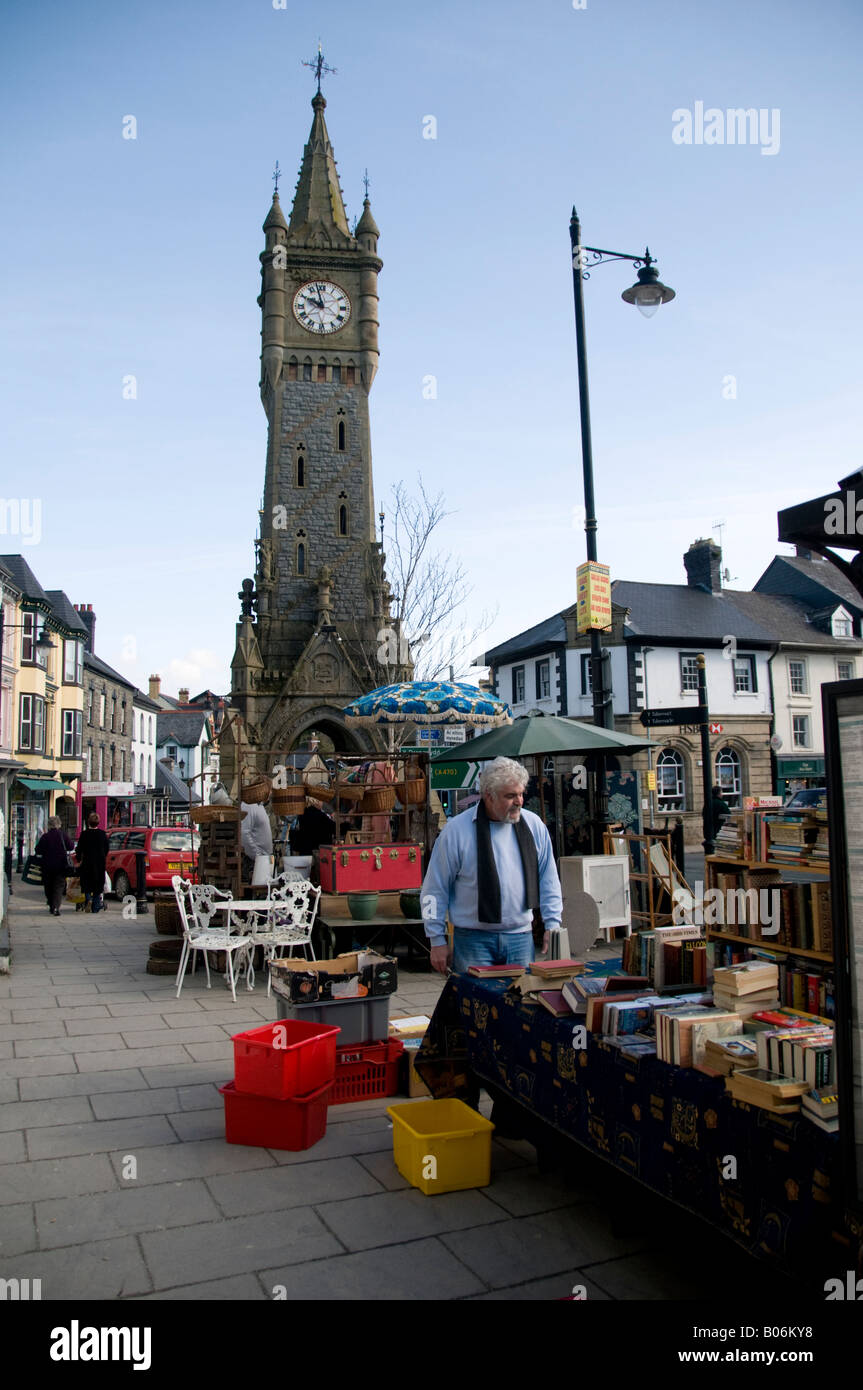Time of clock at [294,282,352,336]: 9:57
